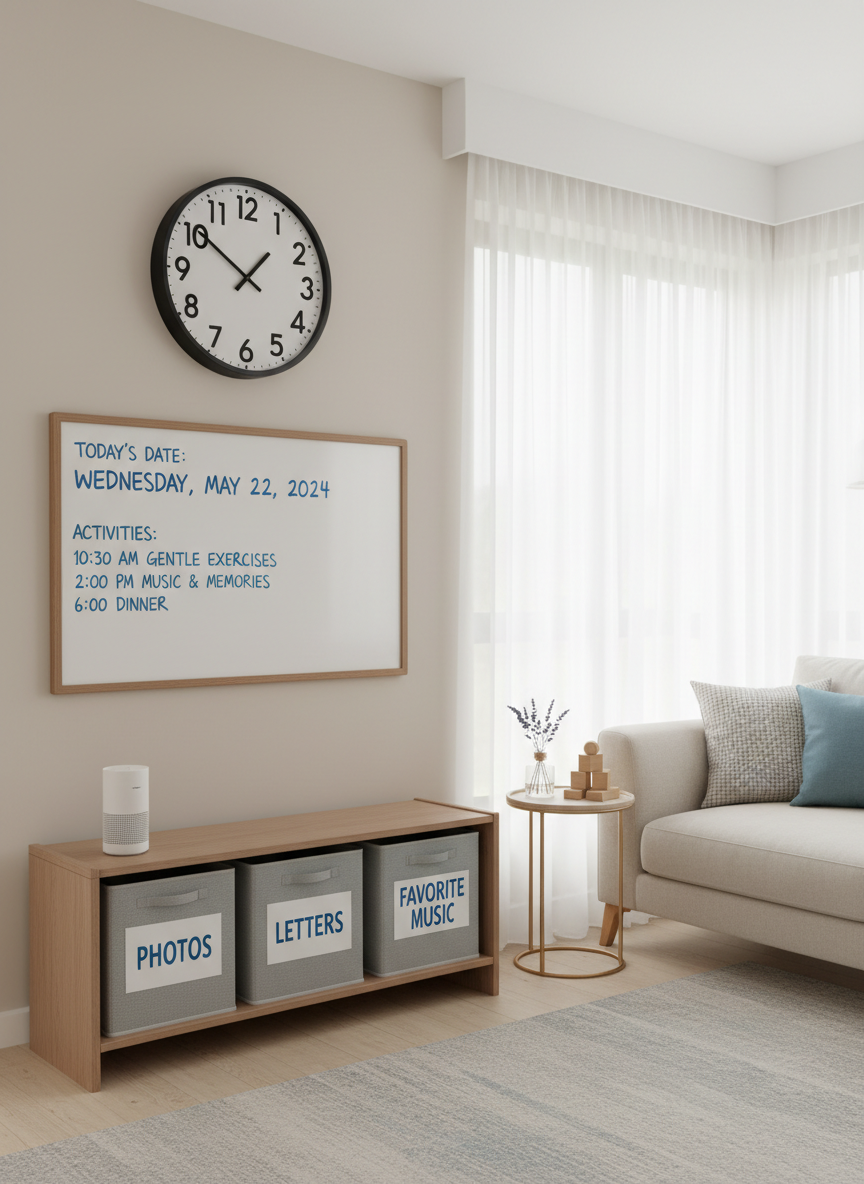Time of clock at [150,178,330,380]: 1:50
